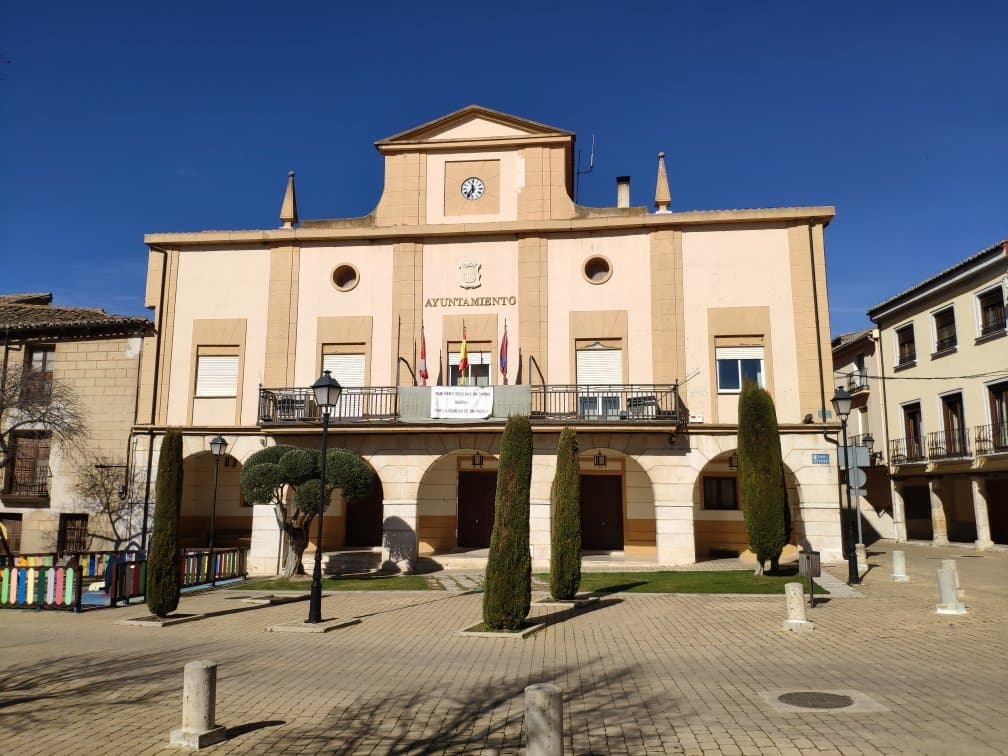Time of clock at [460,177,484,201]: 11:35
